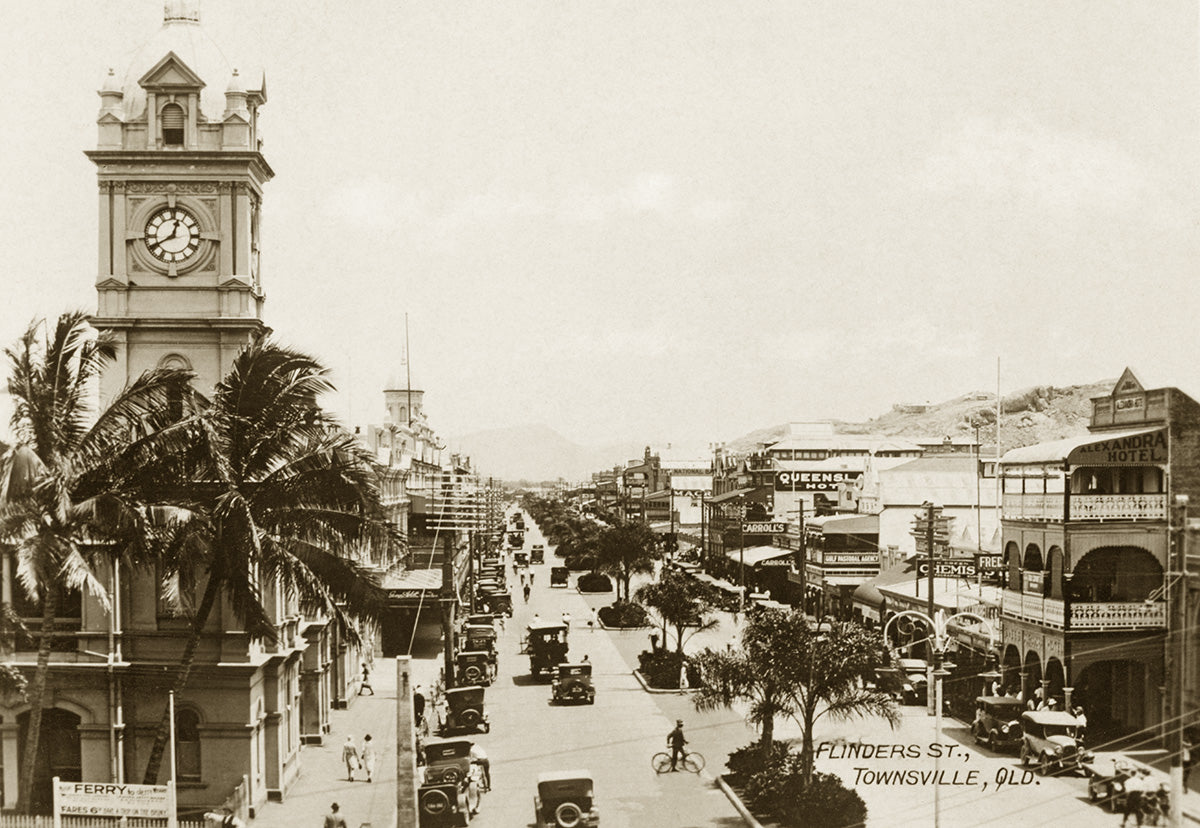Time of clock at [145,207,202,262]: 12:40
